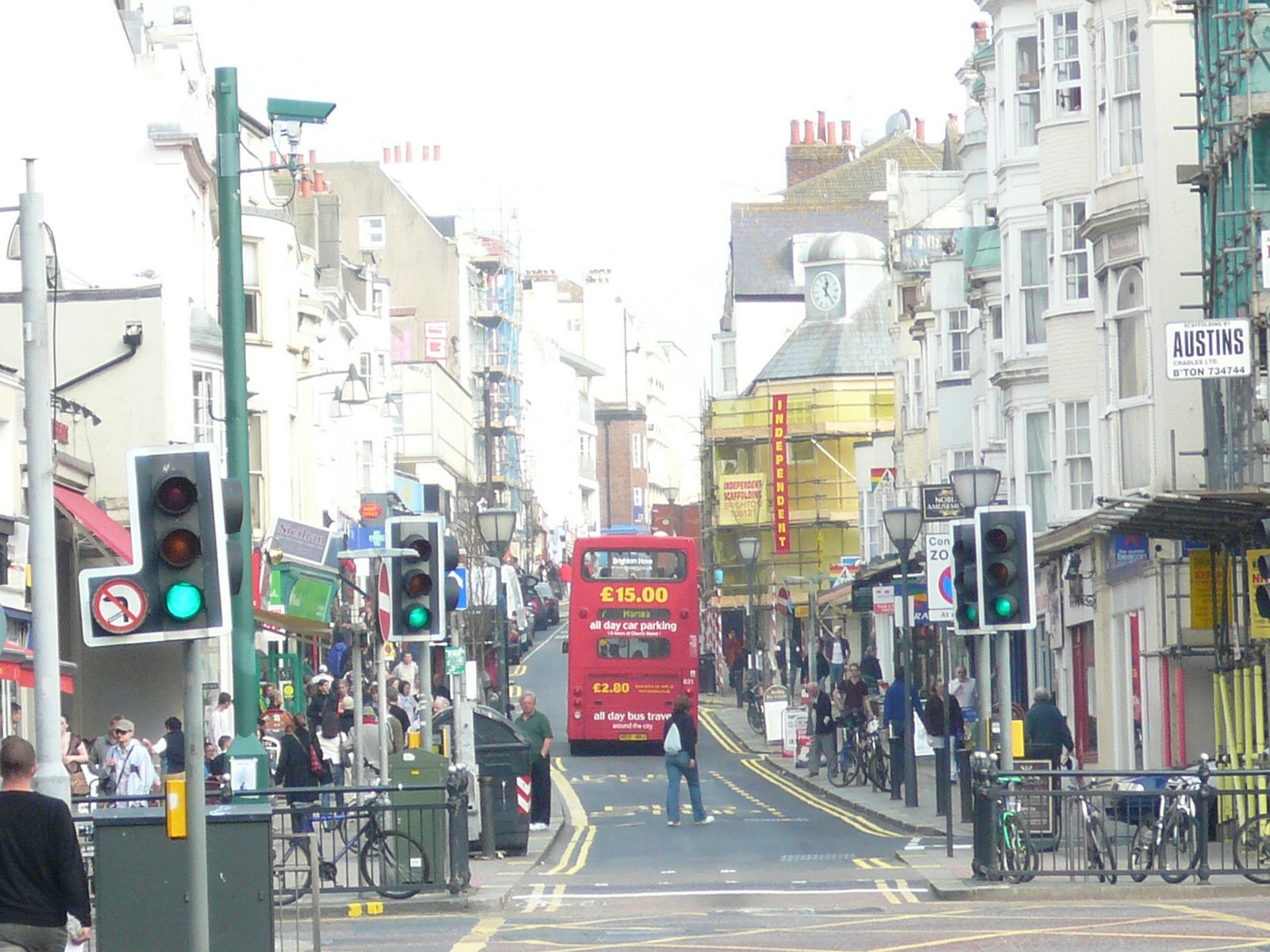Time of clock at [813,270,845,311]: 12:23
